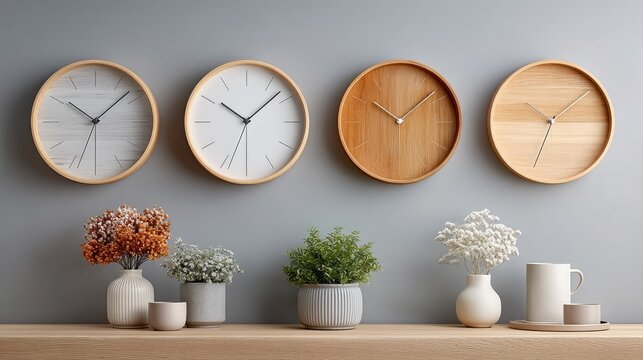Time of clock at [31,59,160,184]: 10:07
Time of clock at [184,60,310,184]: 10:07
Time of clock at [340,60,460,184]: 10:08
